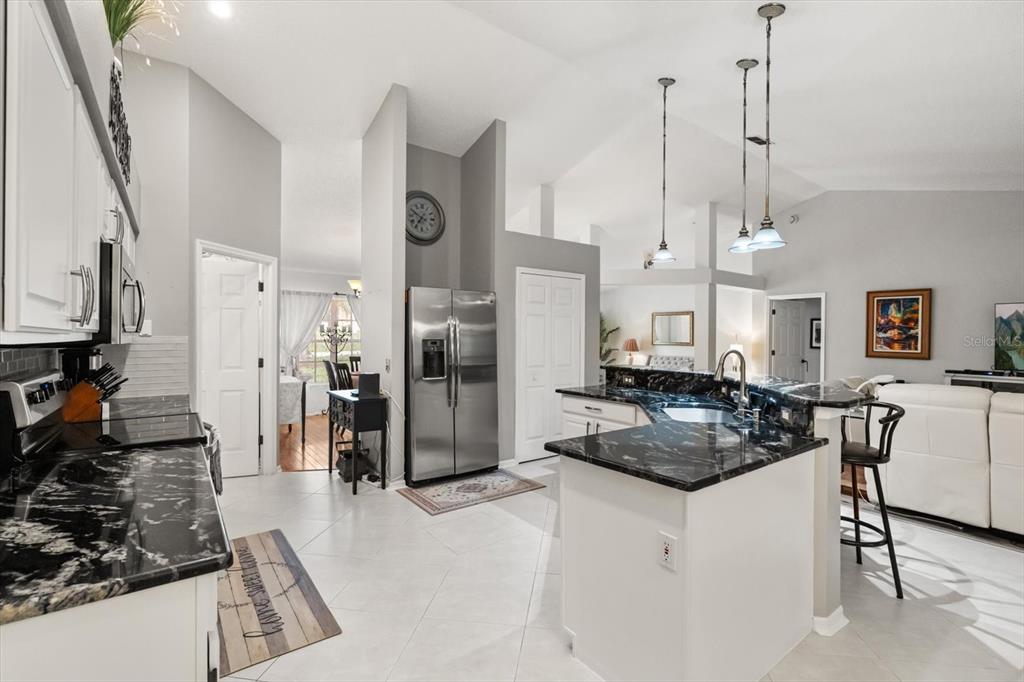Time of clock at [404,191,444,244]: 6:49
